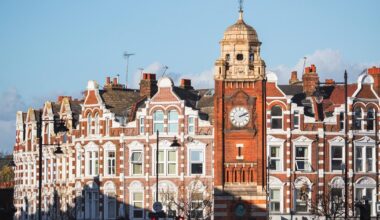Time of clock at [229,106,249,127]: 2:11
